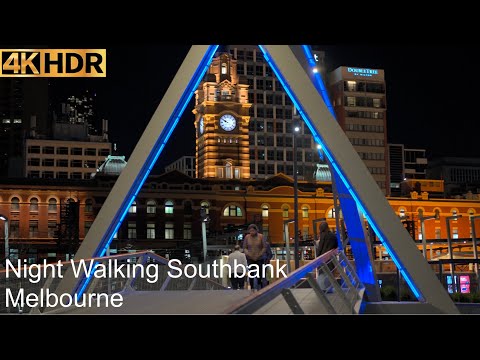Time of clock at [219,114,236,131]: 9:50
